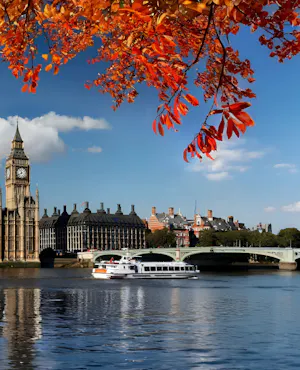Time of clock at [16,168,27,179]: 11:40
